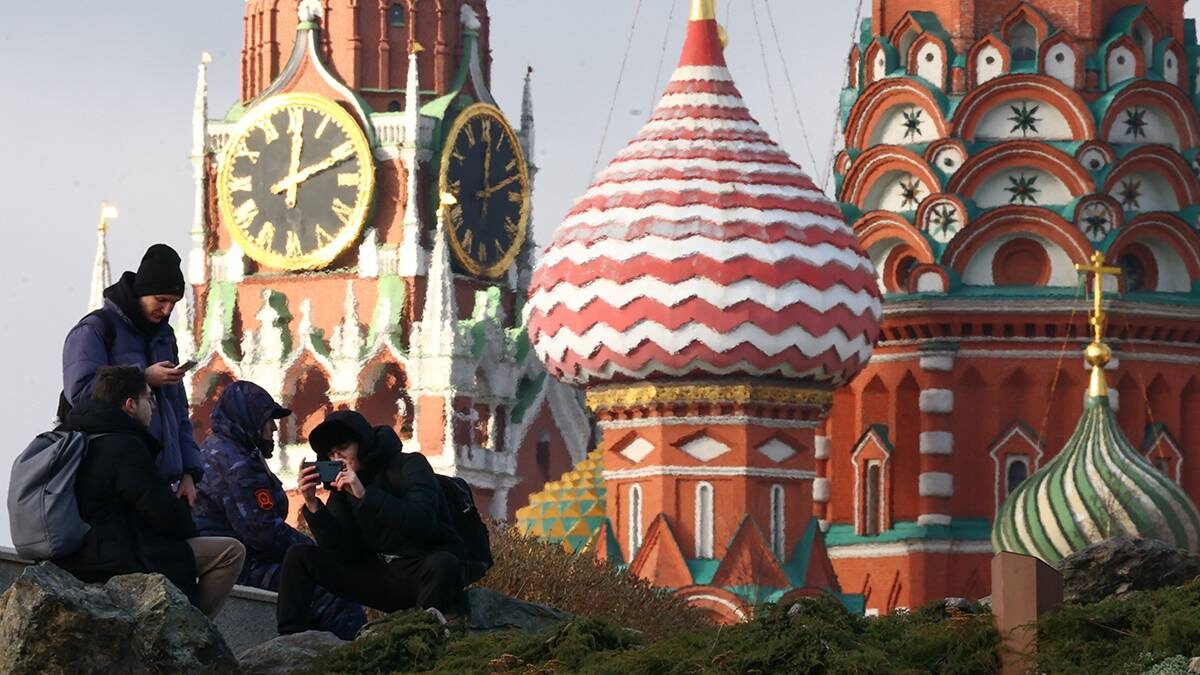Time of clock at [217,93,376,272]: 12:11
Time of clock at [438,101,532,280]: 12:12
